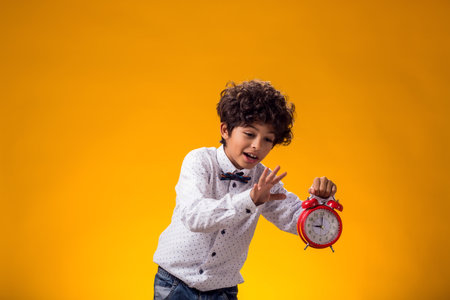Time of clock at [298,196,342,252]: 9:00
